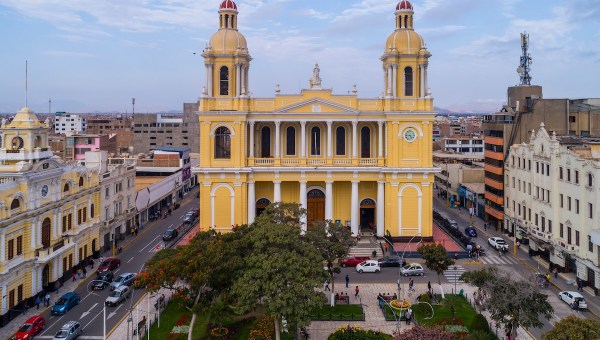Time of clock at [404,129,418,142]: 4:45
